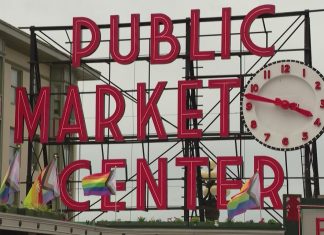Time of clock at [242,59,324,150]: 3:47
